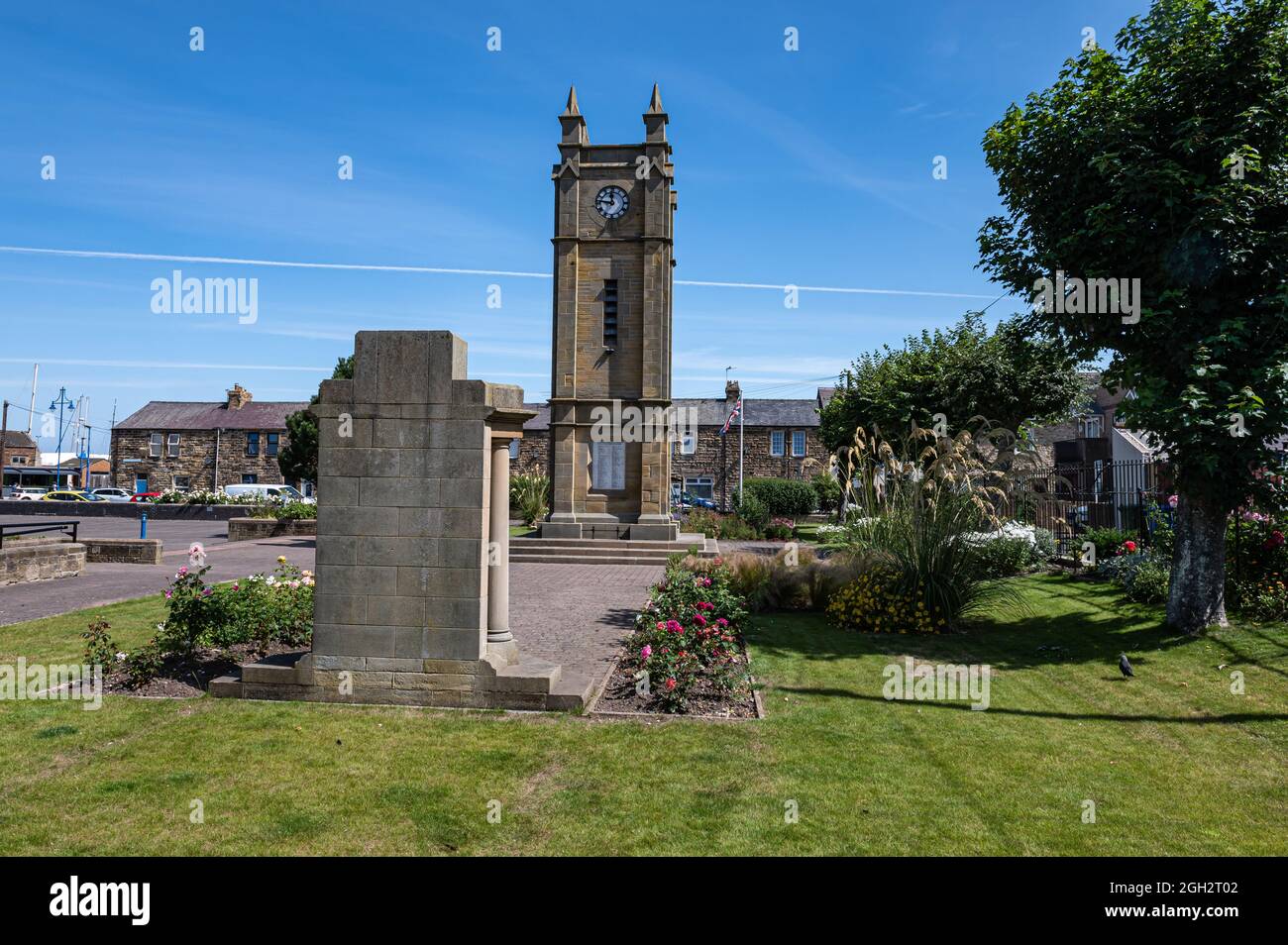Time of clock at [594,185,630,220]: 11:46
